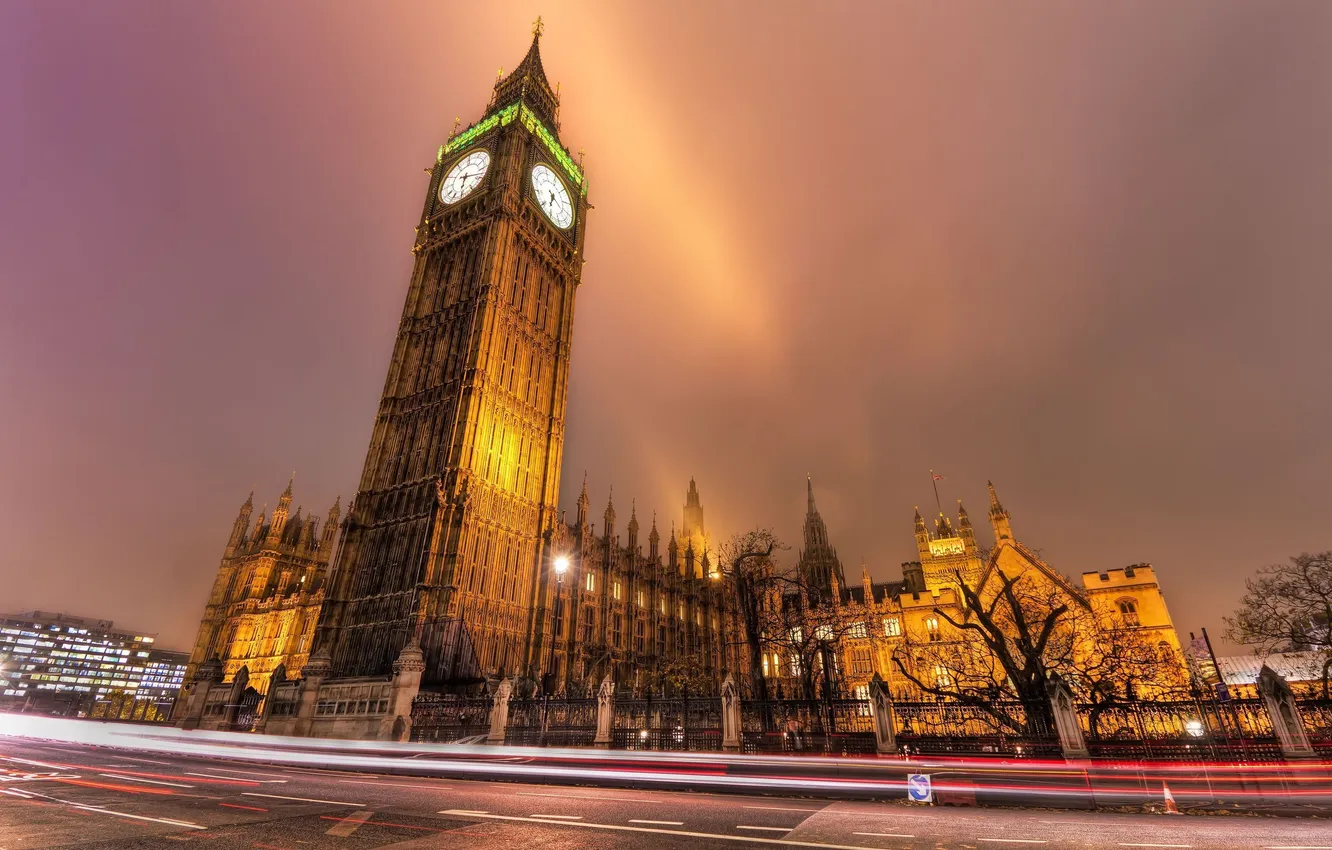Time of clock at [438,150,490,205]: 6:17
